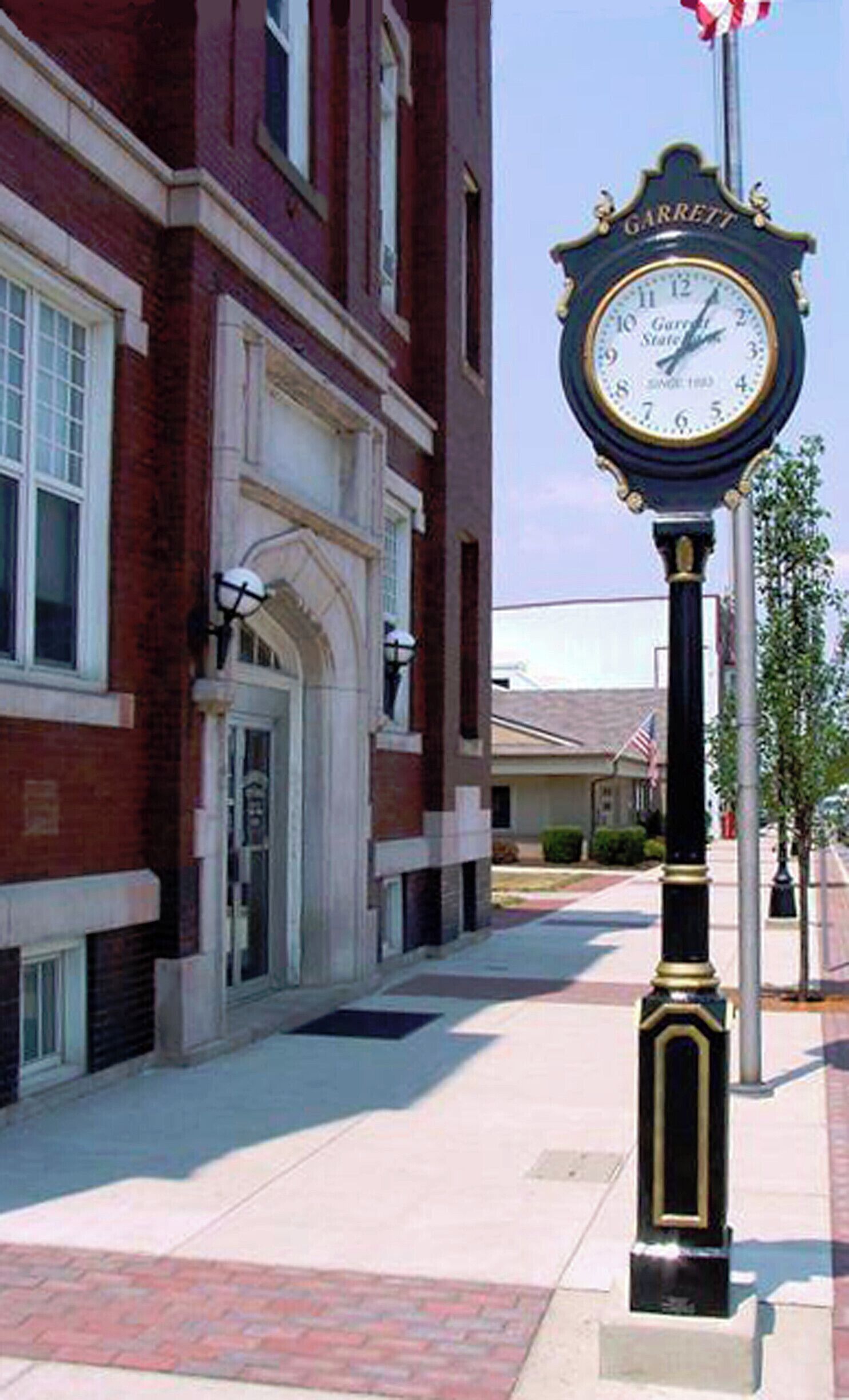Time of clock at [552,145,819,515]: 2:05
